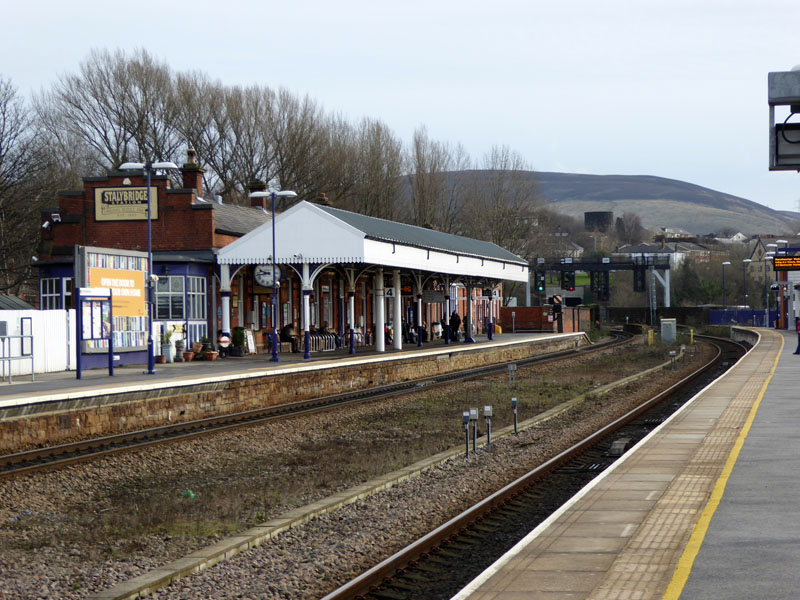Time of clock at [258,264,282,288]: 9:43
